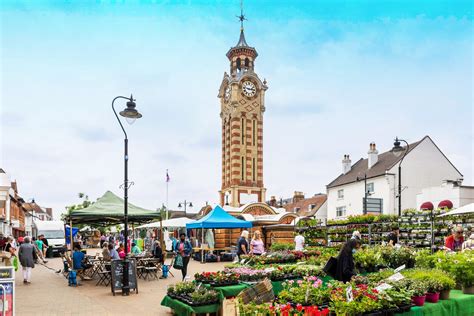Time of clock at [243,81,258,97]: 2:46
